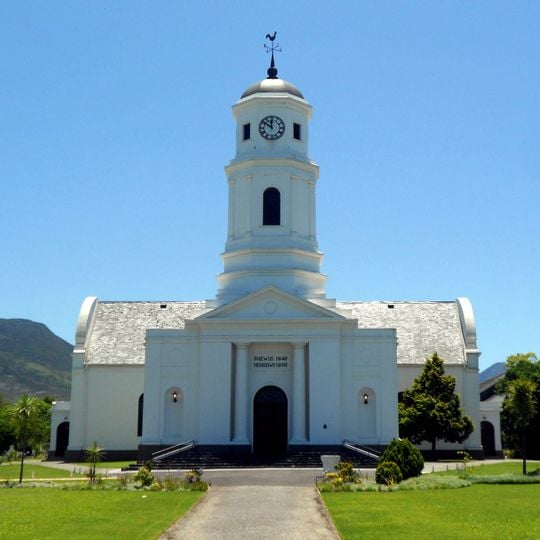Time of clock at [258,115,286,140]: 11:51
